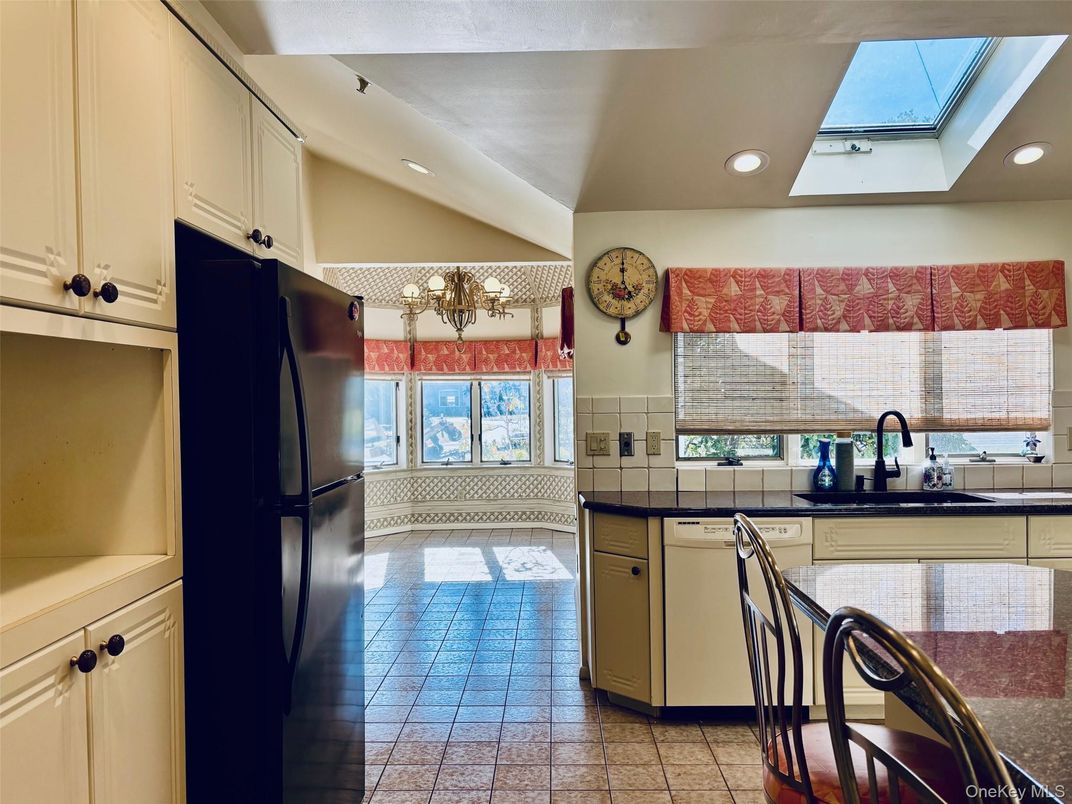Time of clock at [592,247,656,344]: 4:59
